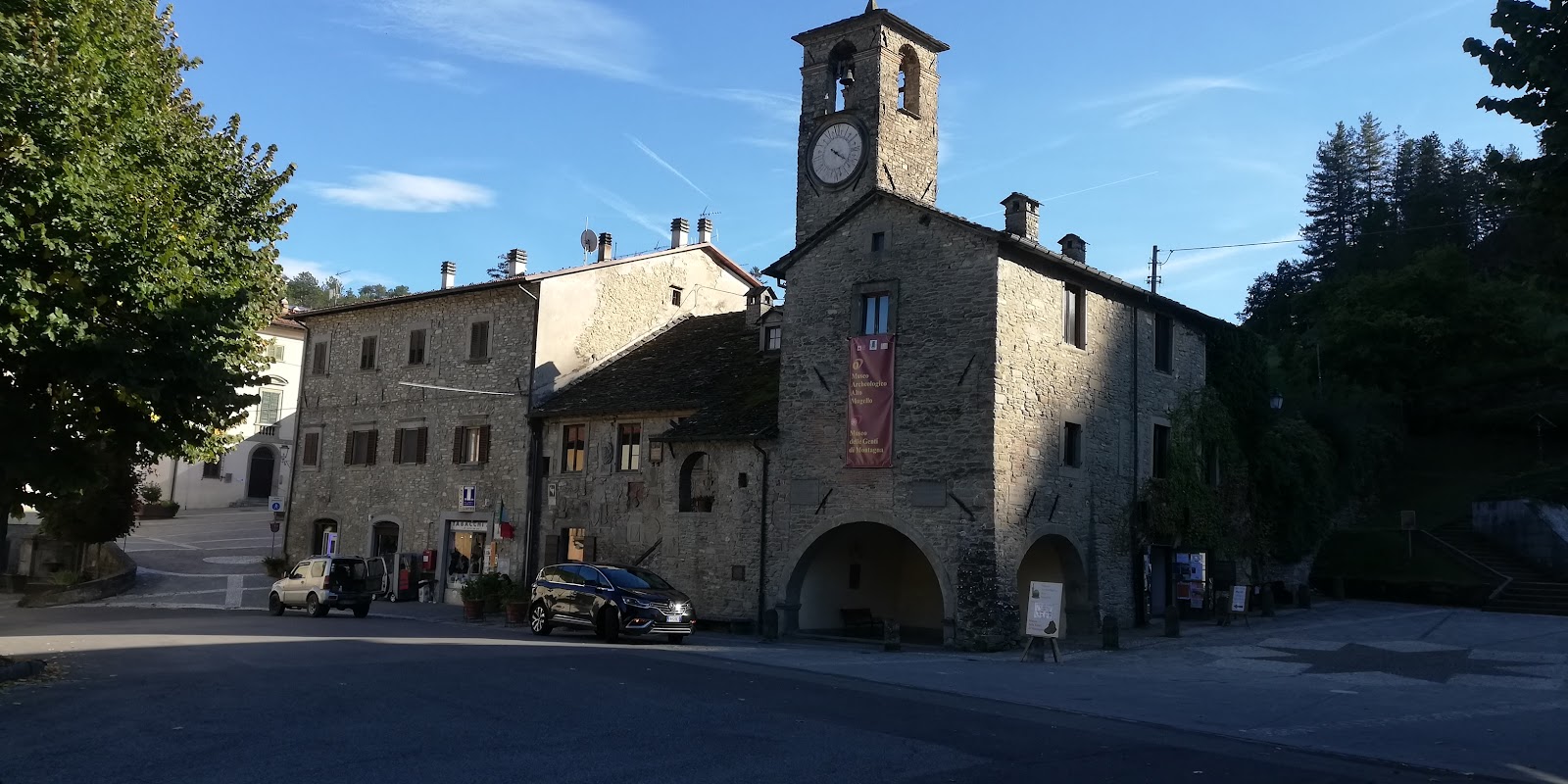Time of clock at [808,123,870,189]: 4:20
